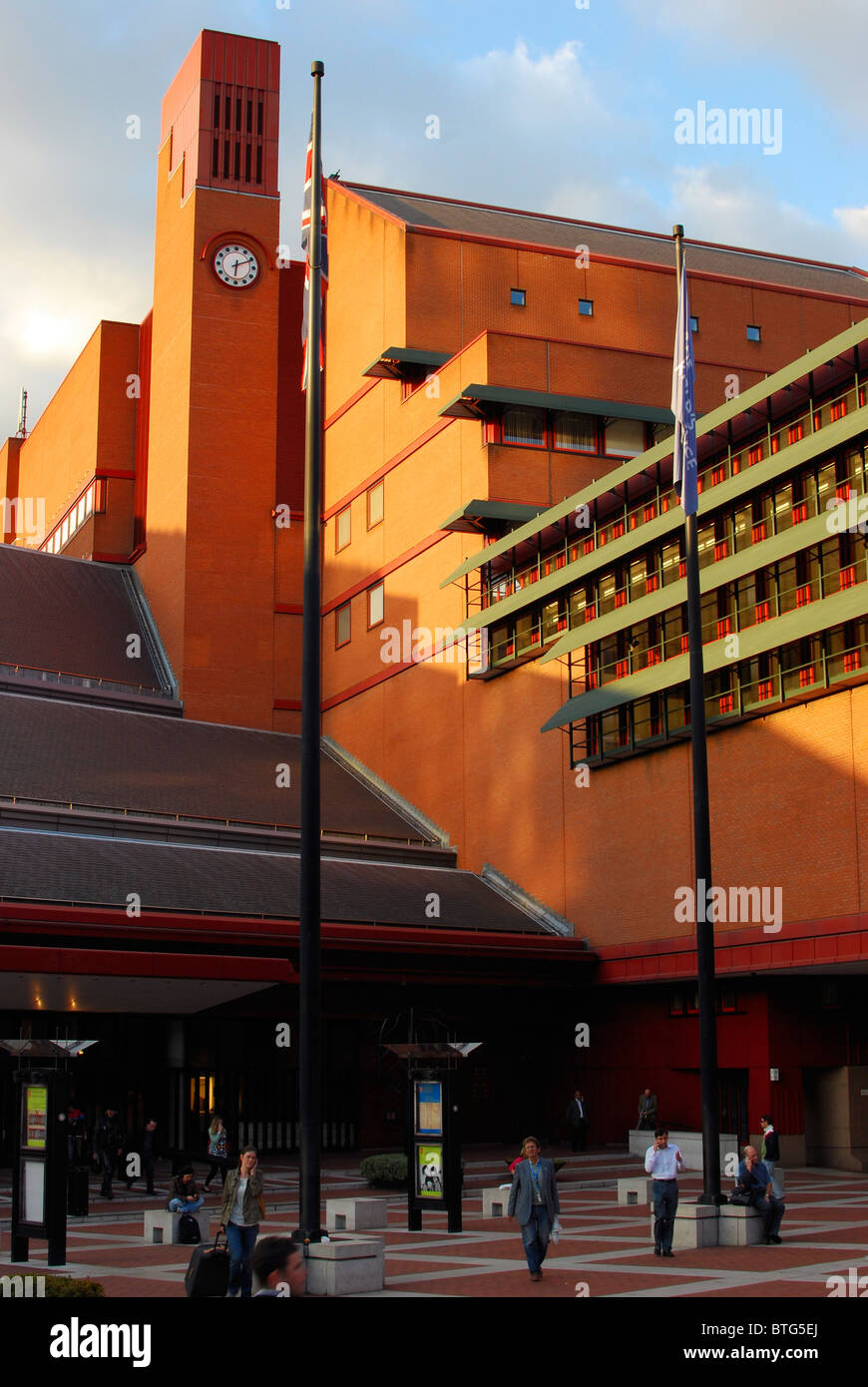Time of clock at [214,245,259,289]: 6:11
